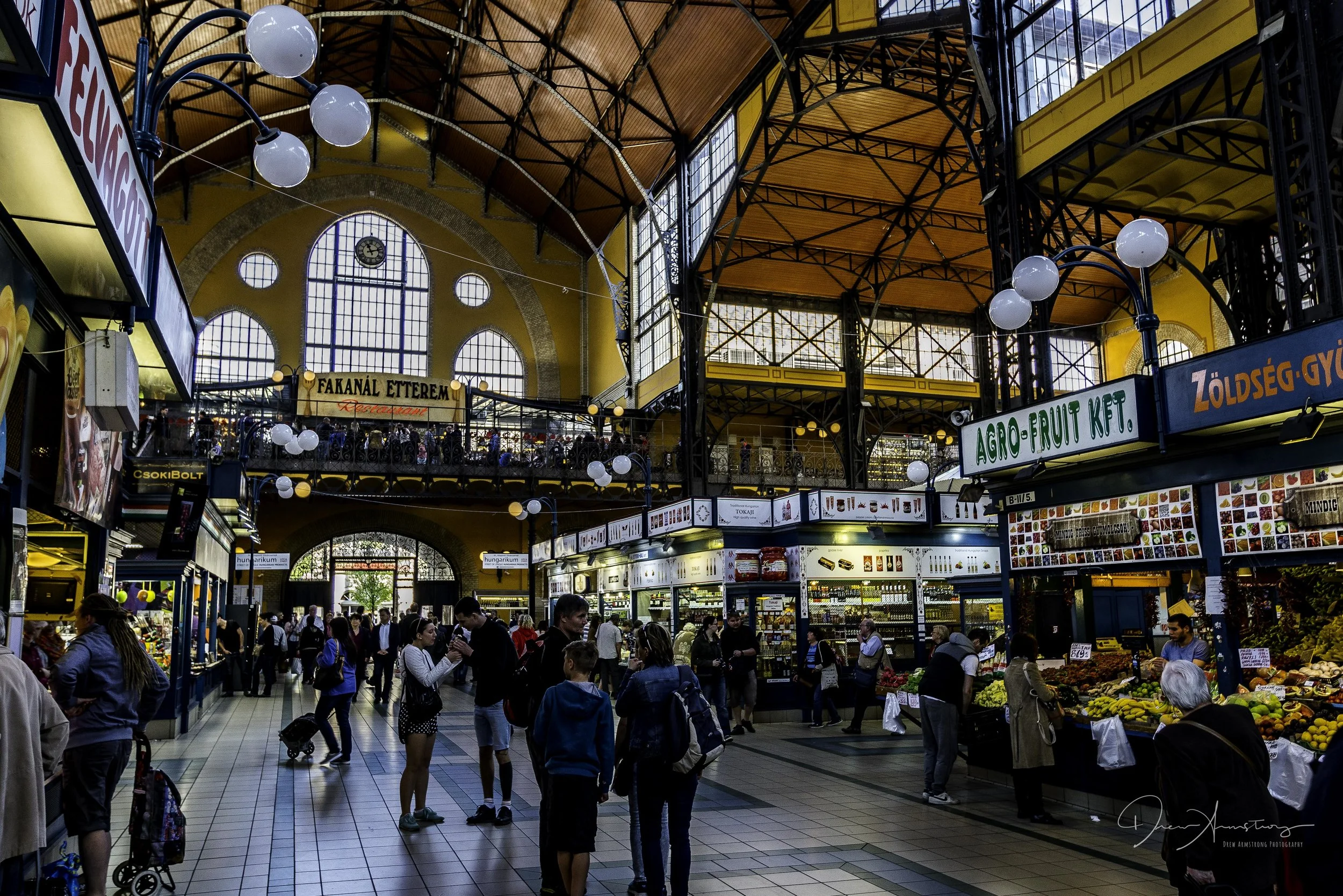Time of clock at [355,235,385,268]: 11:12
